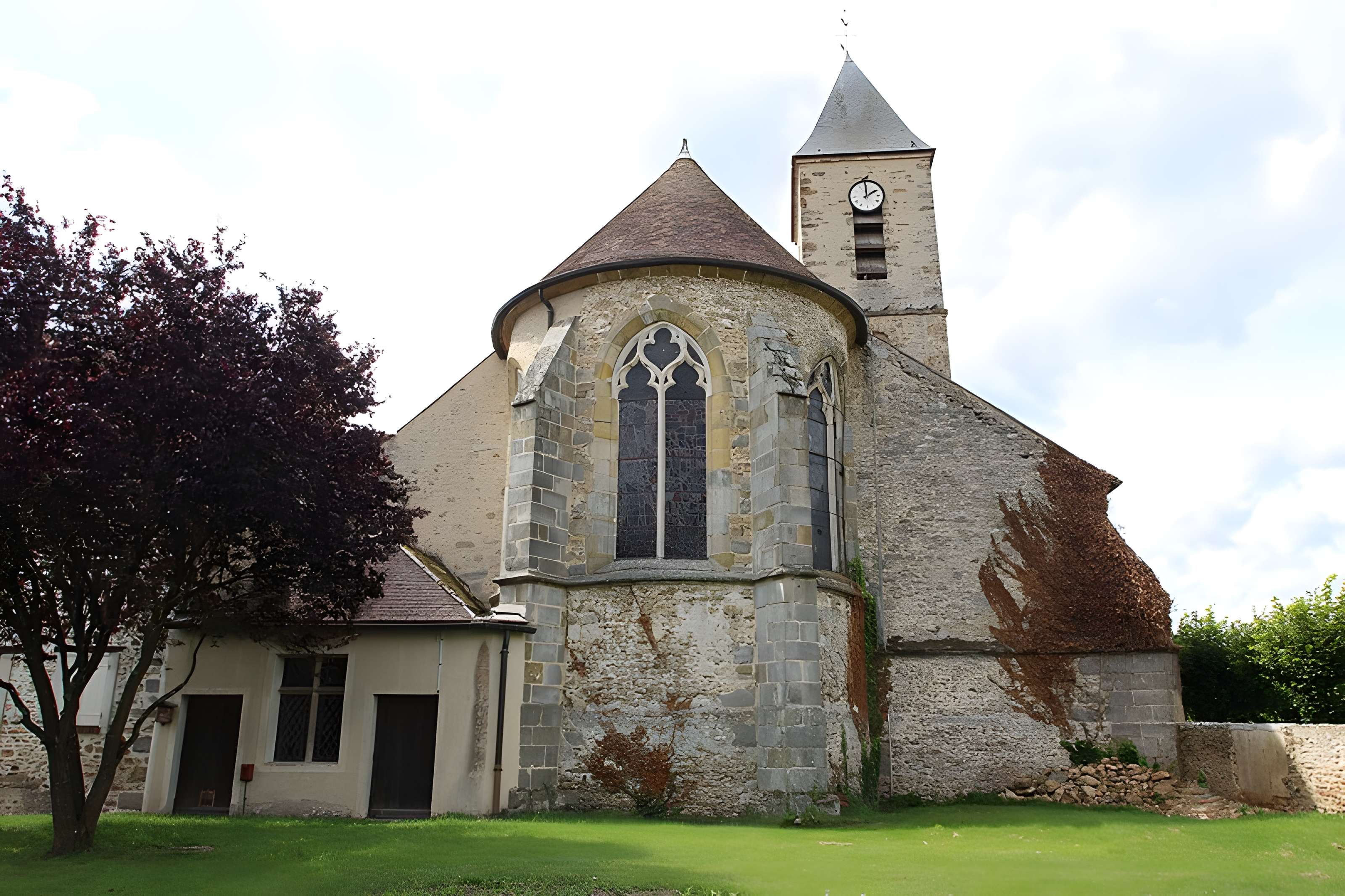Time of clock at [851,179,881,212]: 1:59
